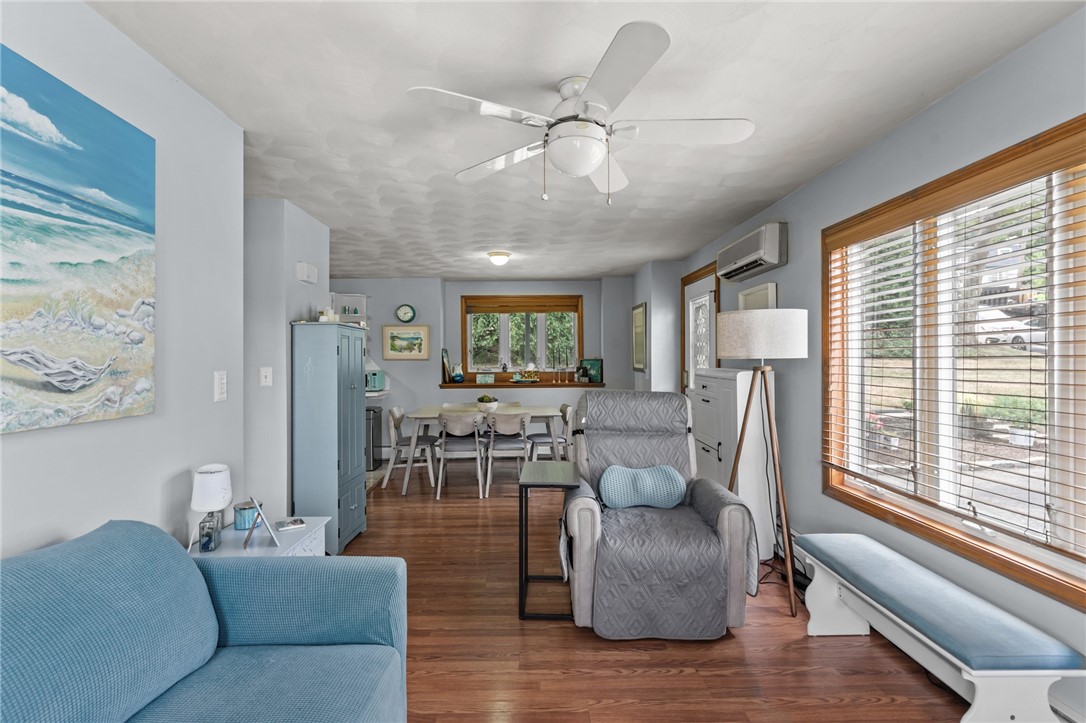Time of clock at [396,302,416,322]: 2:34
